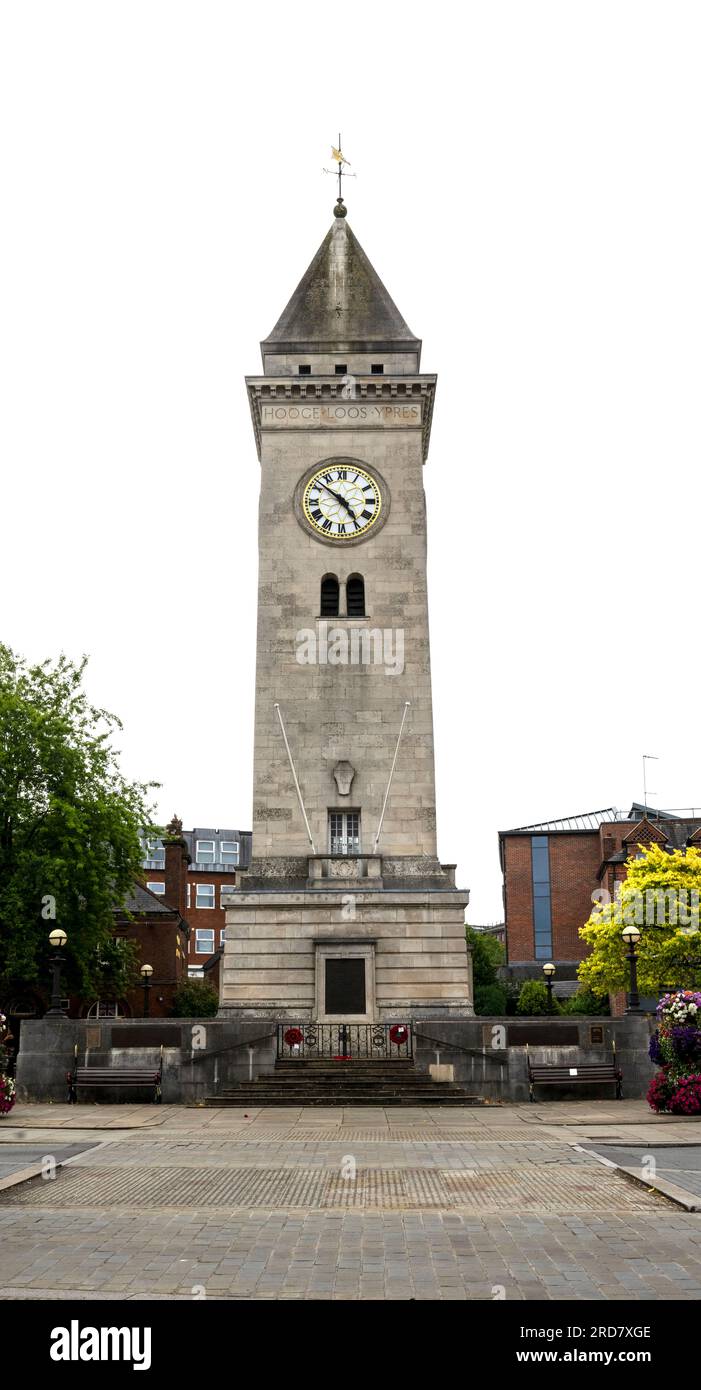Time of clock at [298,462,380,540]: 4:51
